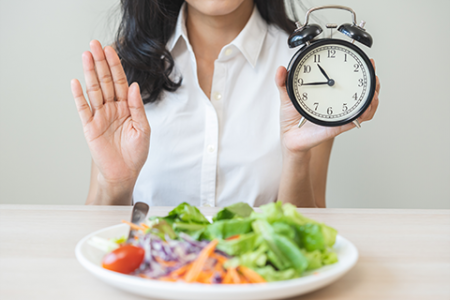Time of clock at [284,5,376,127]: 10:44
